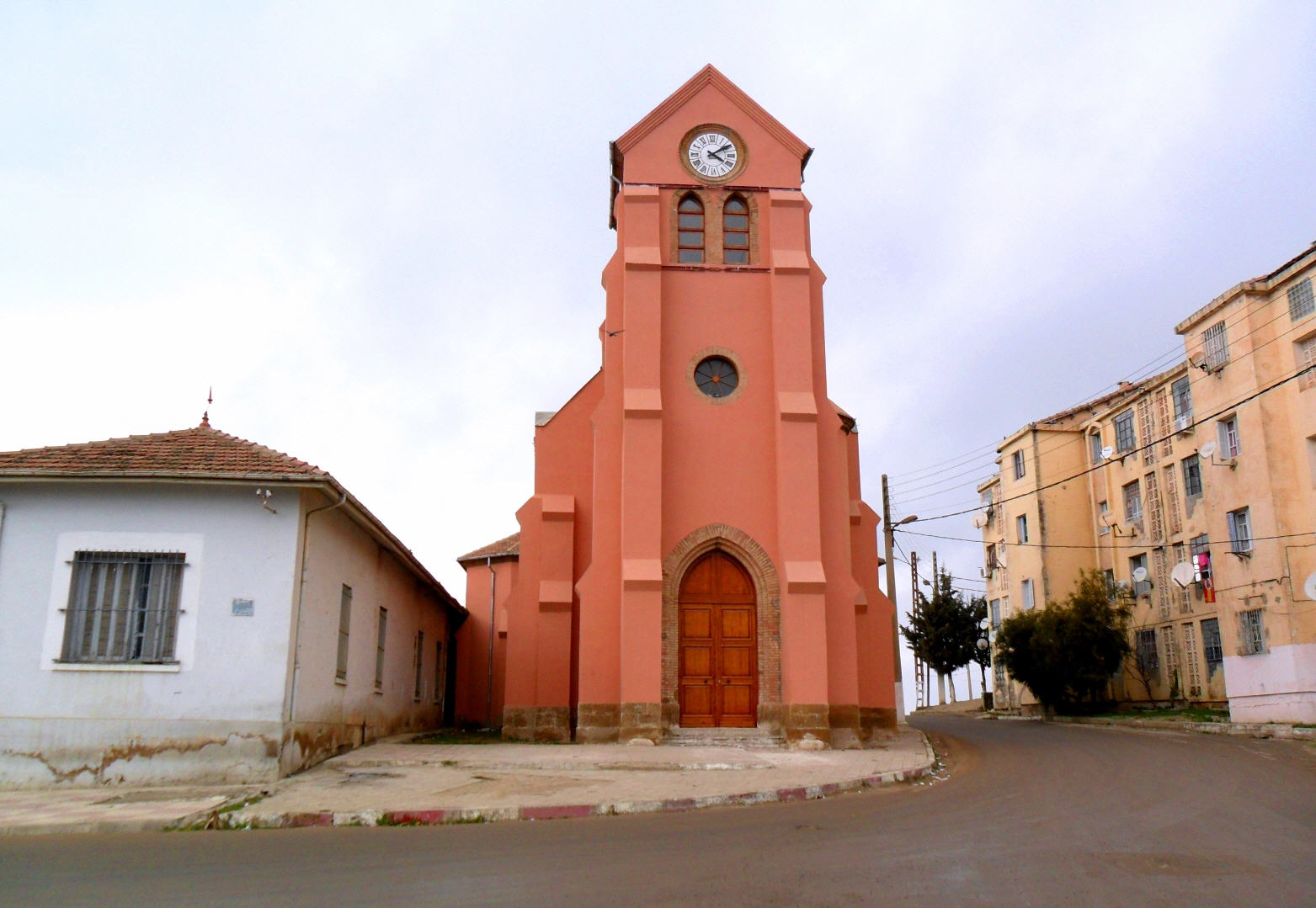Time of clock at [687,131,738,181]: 4:09
